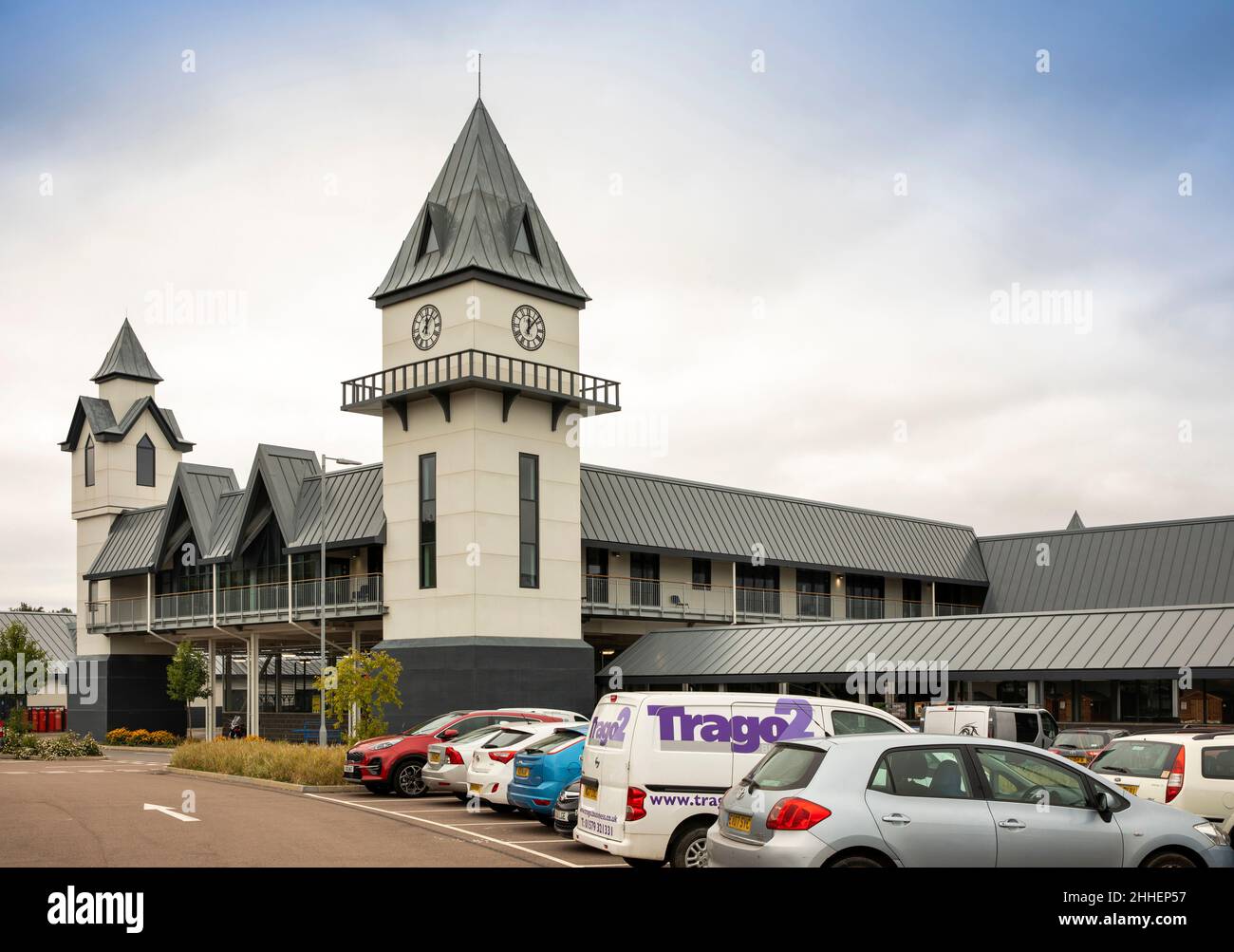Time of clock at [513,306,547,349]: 12:07
